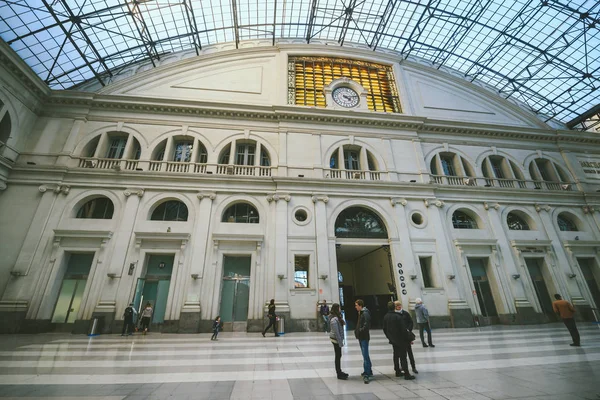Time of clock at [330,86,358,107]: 4:12
